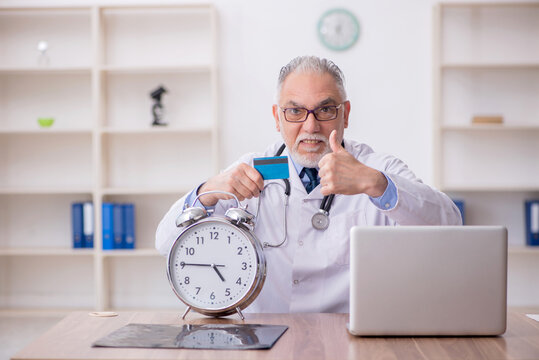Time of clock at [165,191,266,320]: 4:45
